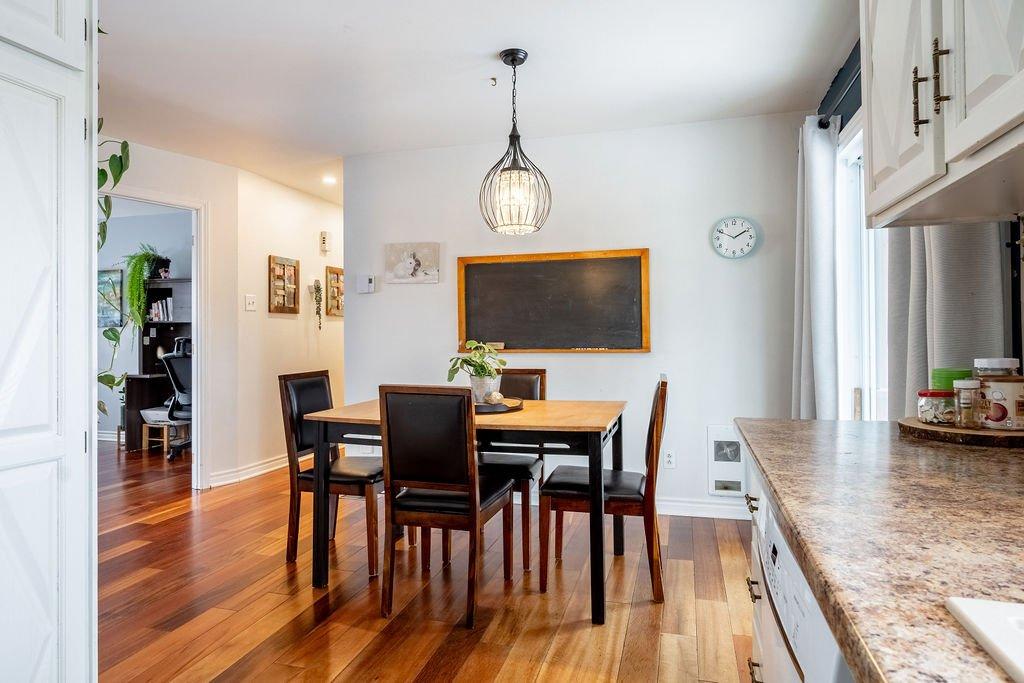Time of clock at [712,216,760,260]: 1:49
